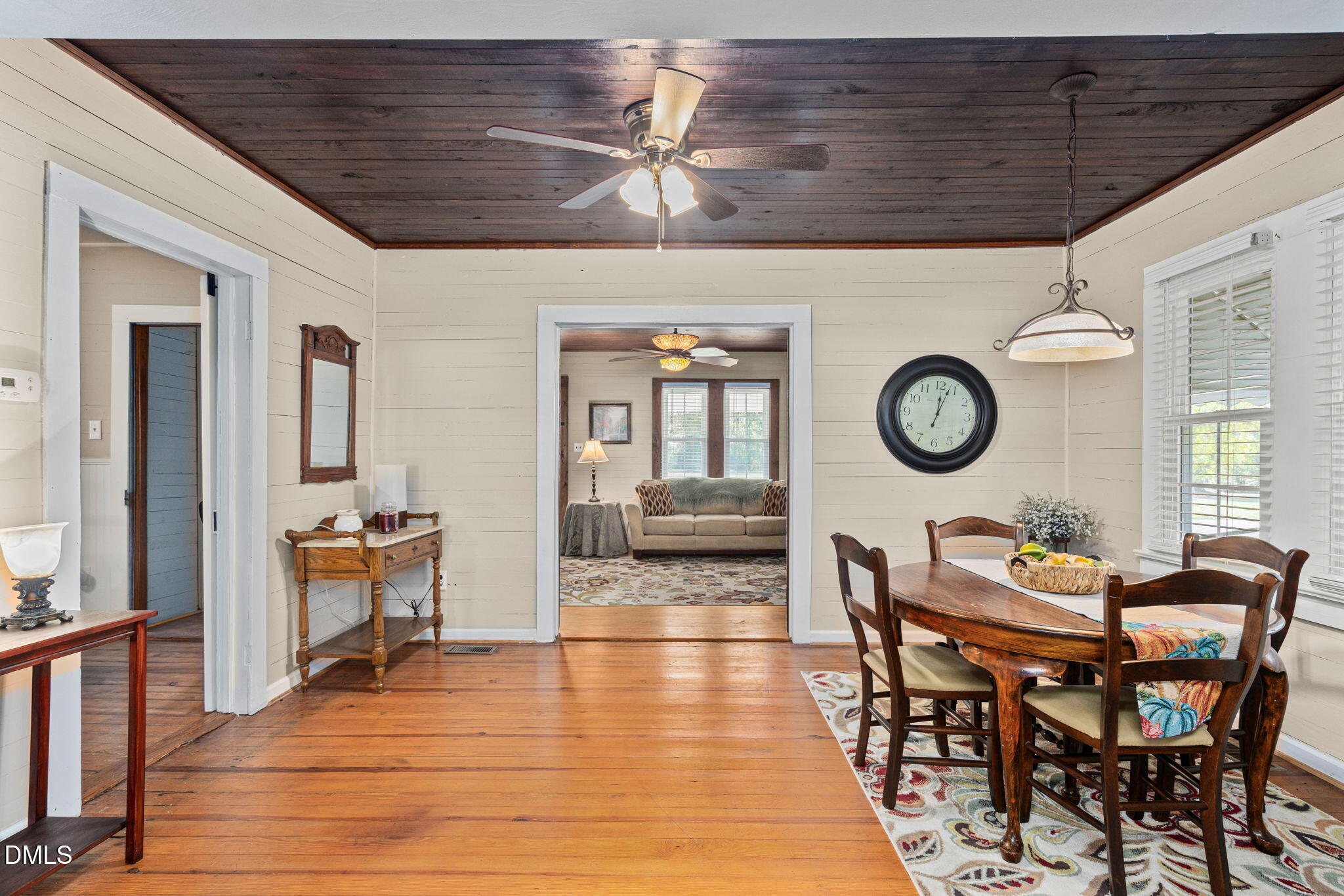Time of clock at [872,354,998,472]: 12:02
